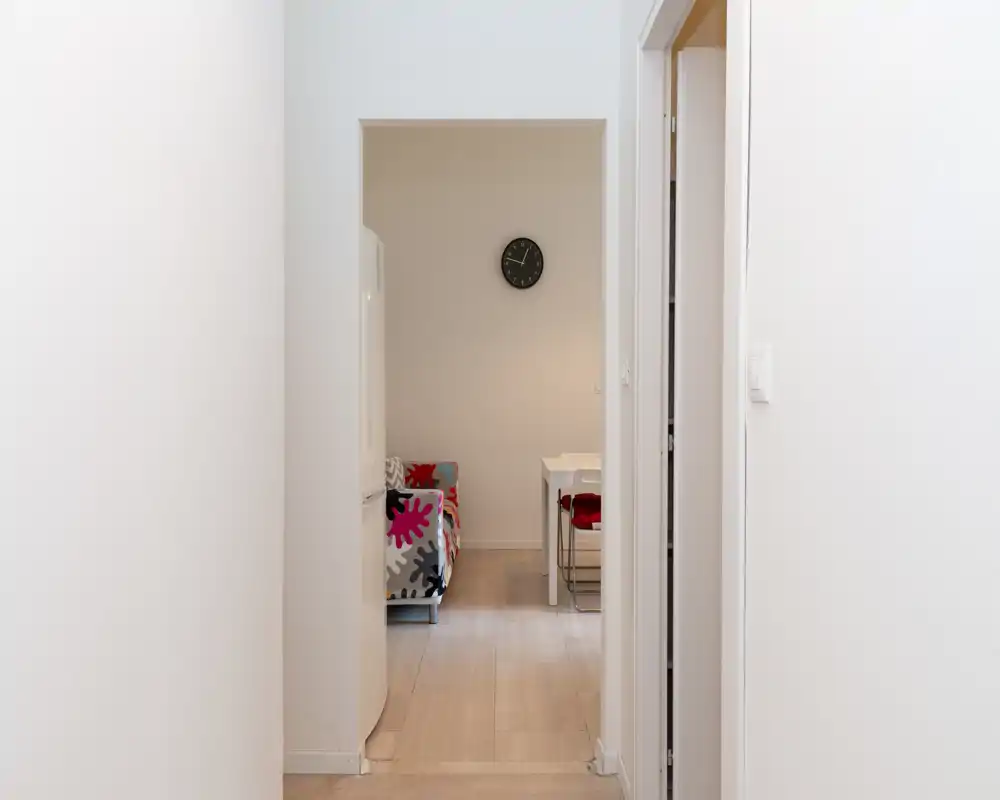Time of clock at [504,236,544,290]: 12:47
